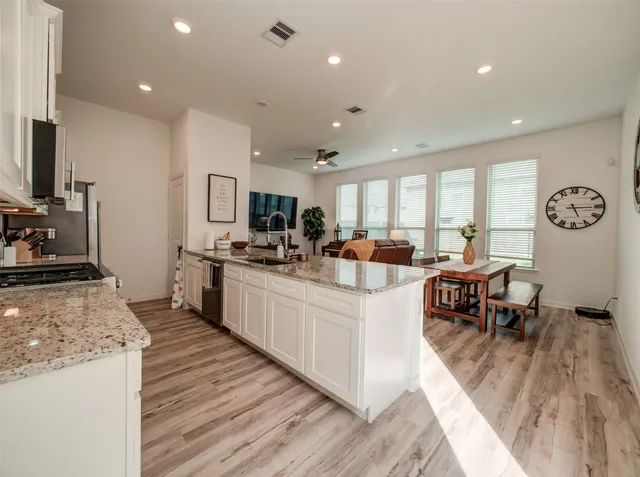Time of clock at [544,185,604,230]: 5:15
